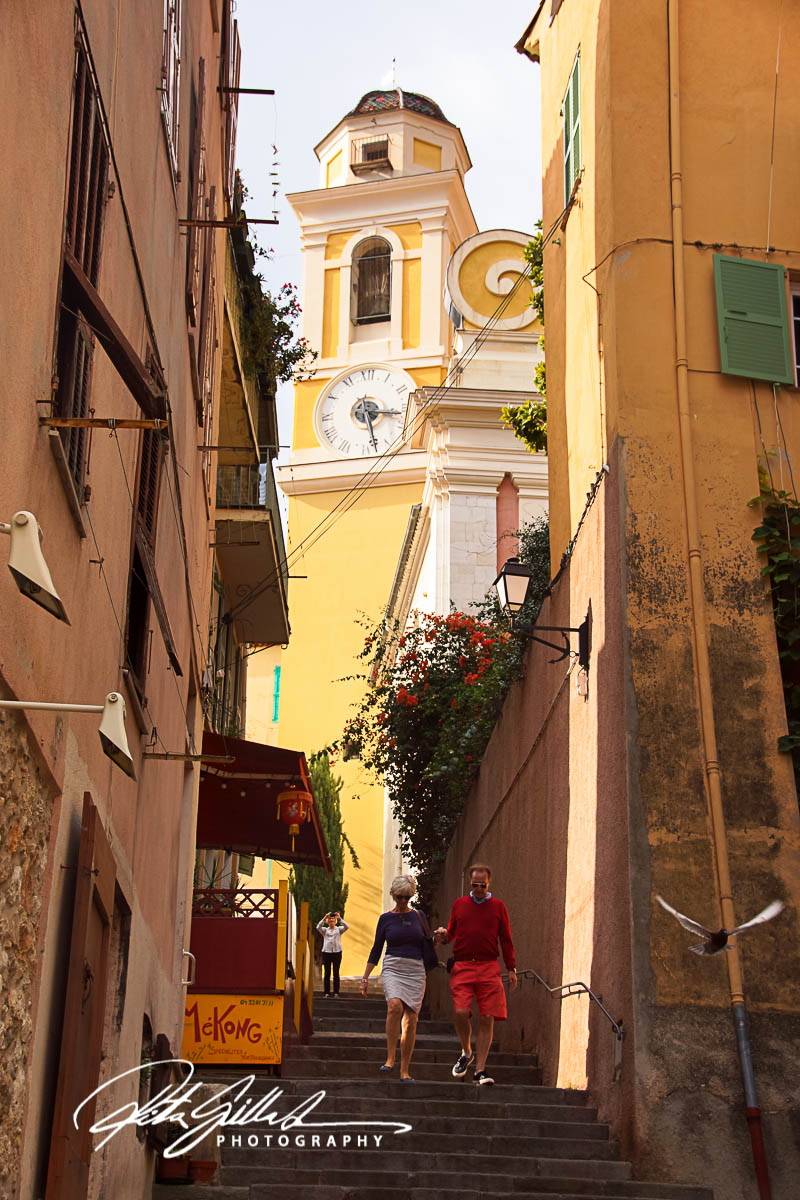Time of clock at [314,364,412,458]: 3:27
